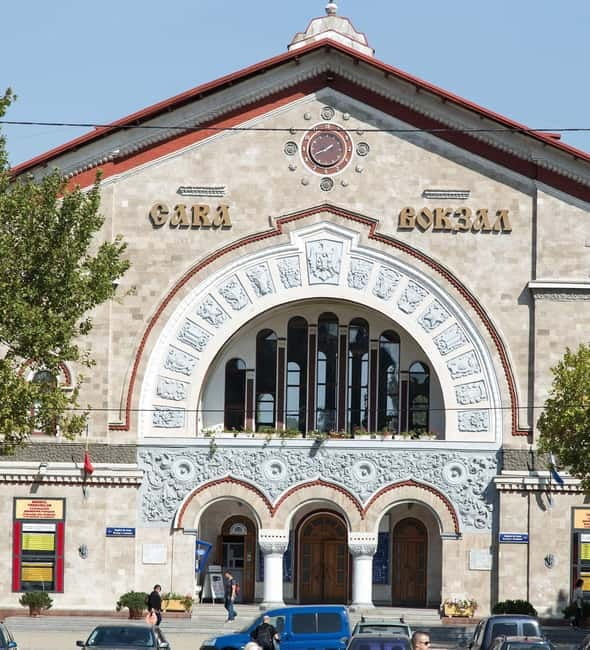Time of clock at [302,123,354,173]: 1:41
